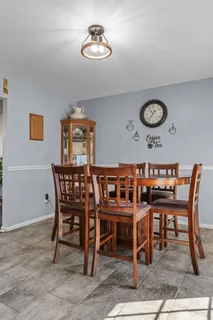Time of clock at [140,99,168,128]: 10:36
